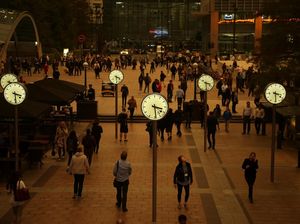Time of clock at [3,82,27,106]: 3:29
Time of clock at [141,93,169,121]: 3:29
